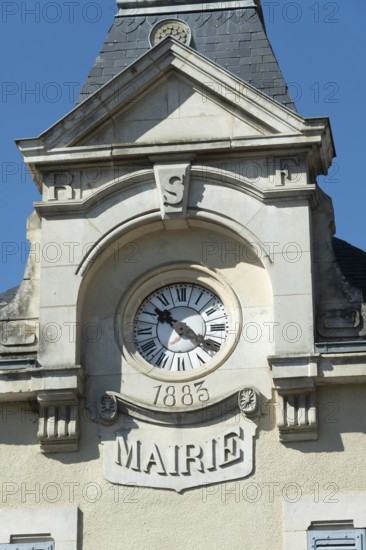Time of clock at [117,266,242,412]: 10:20
